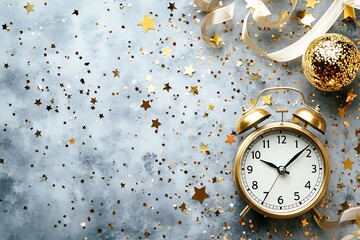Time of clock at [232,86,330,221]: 10:08
